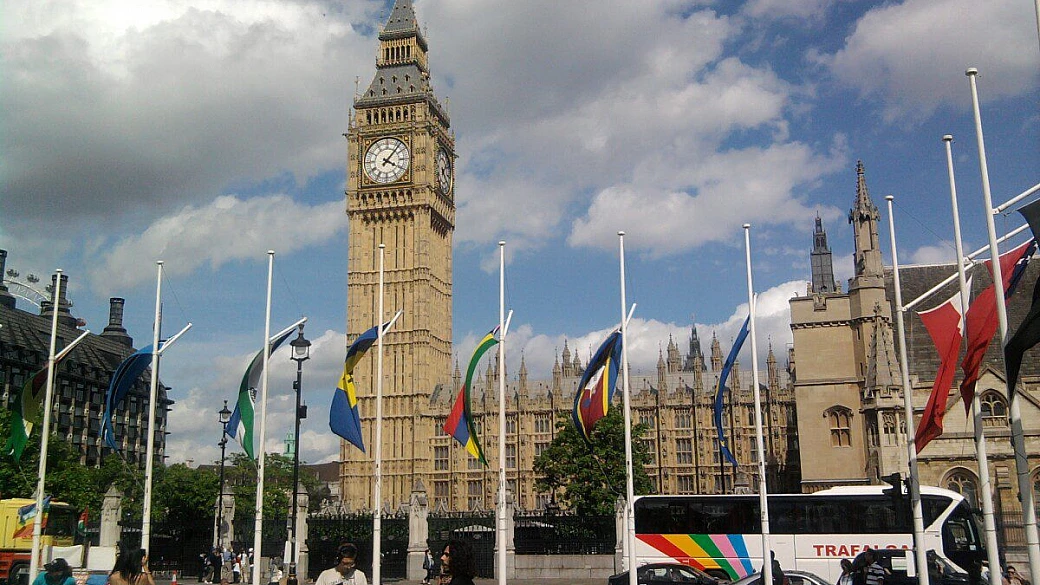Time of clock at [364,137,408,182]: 4:07
